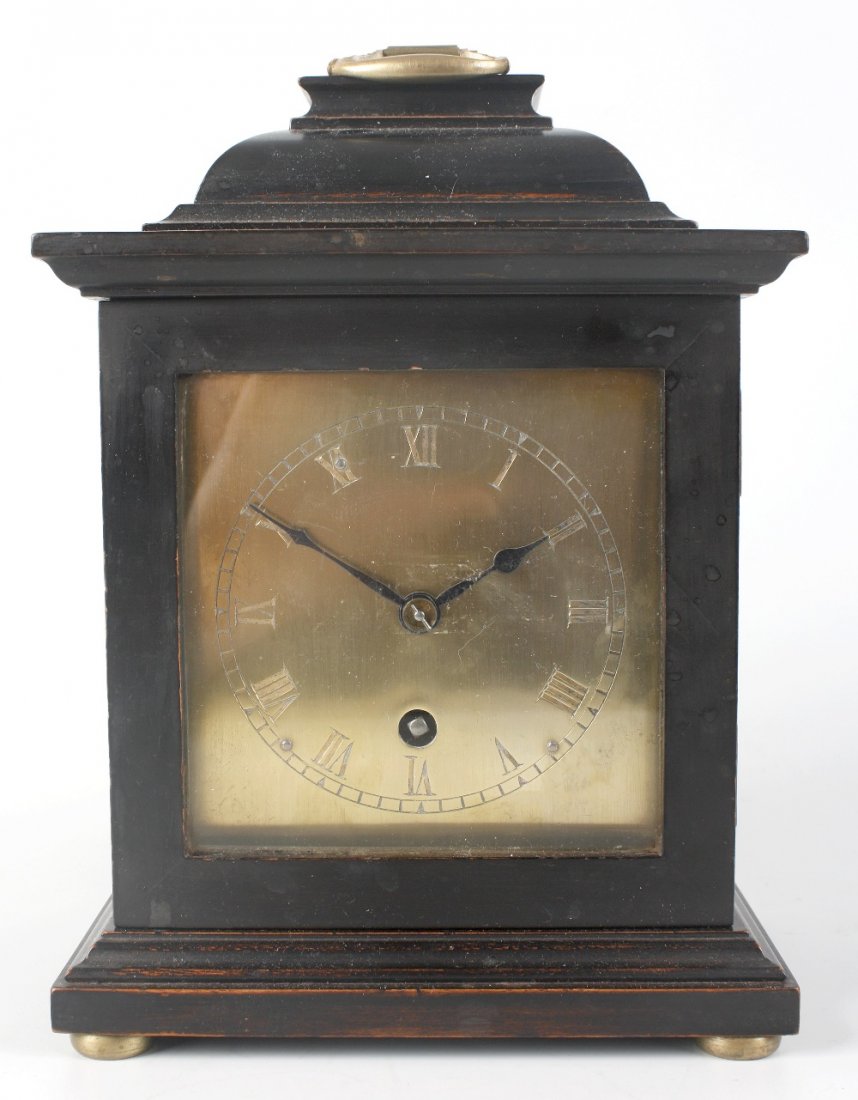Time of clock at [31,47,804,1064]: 1:50
